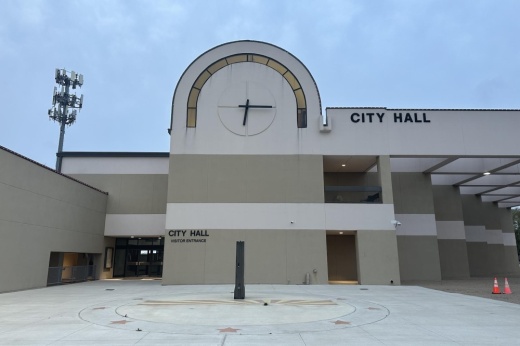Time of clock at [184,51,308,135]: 6:15
